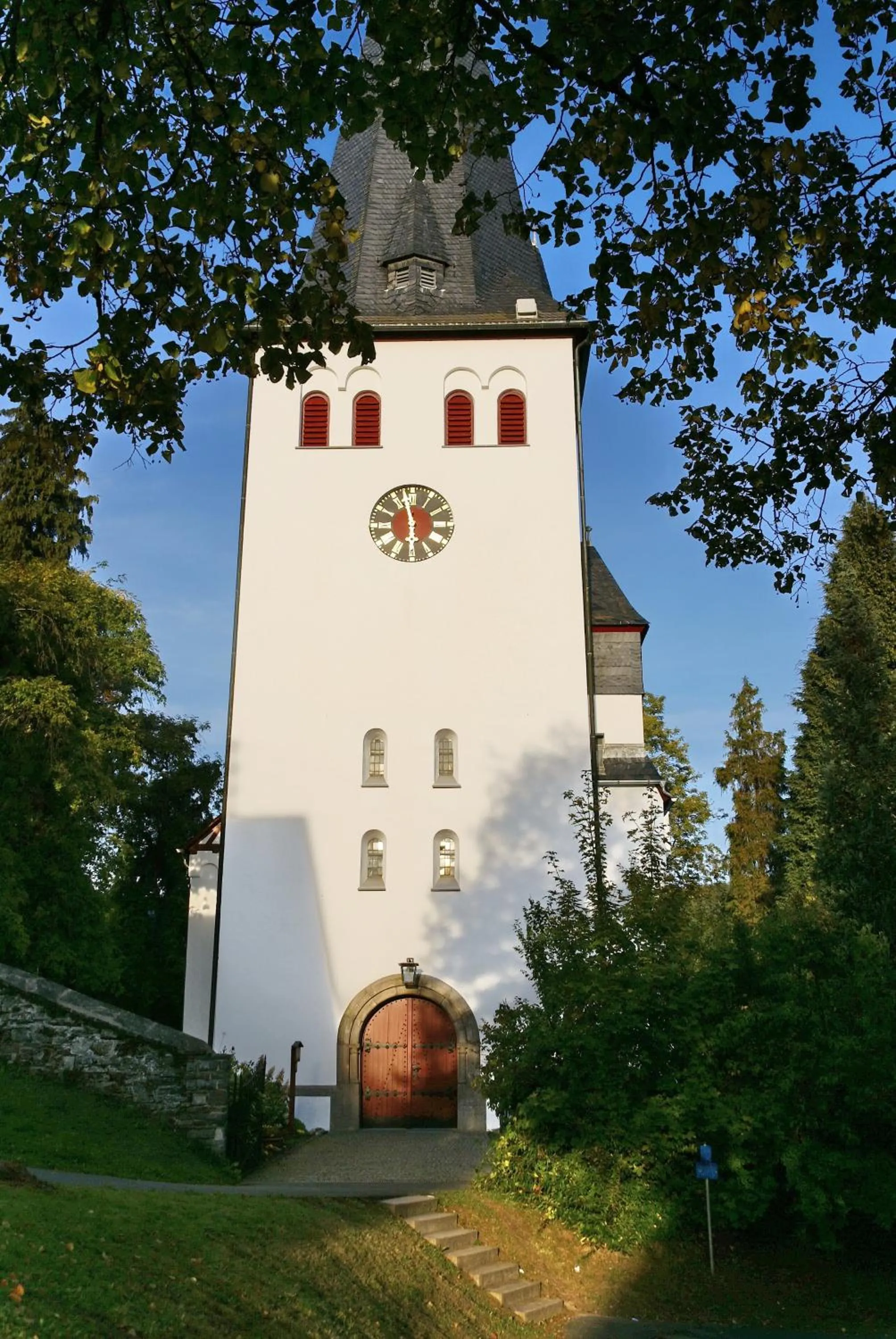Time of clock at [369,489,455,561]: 5:57
